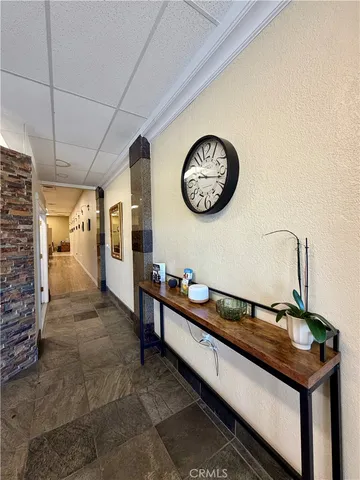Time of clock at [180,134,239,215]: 9:17
